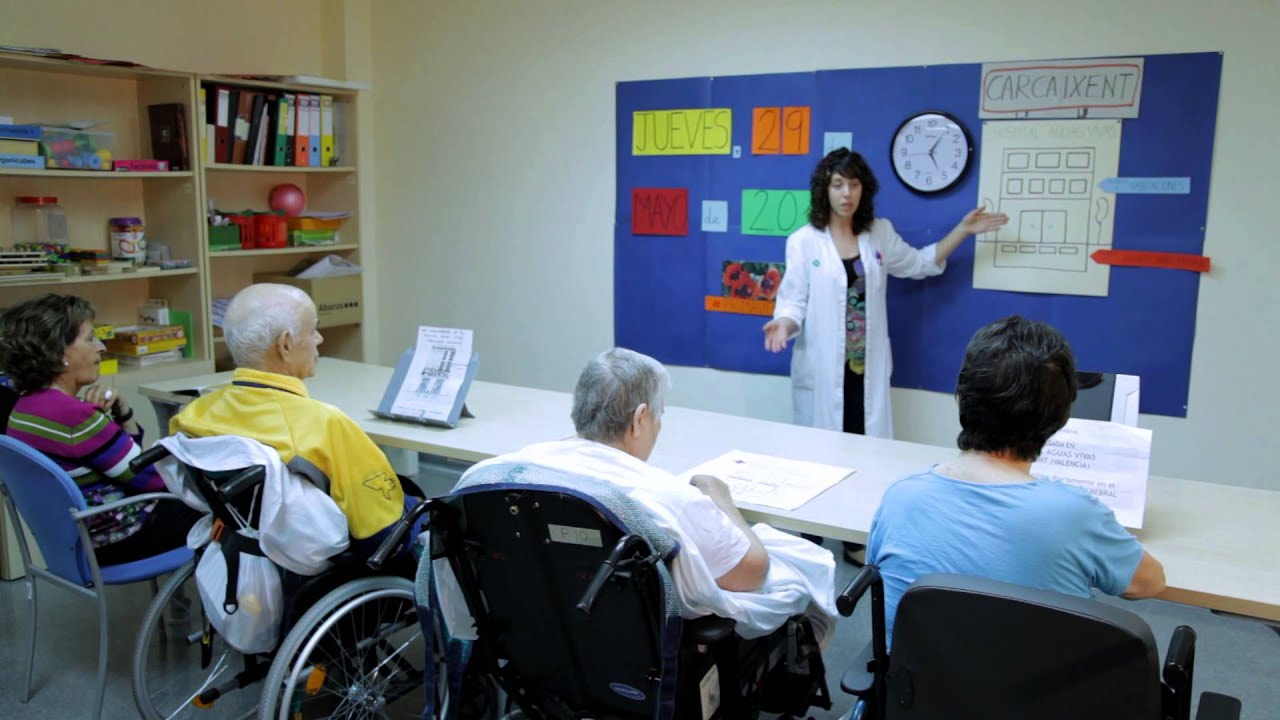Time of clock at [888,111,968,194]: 5:05
